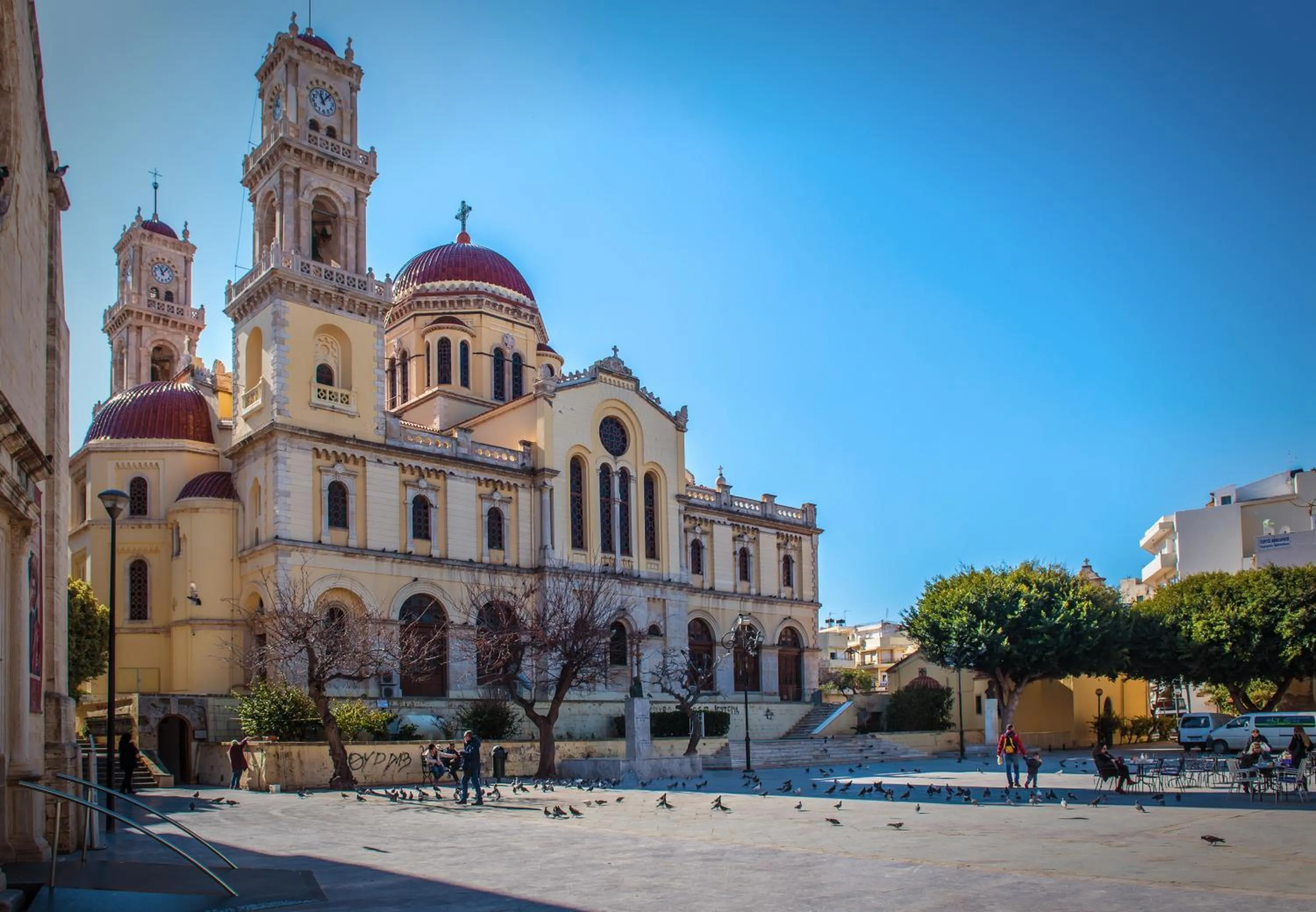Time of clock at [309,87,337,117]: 11:07
